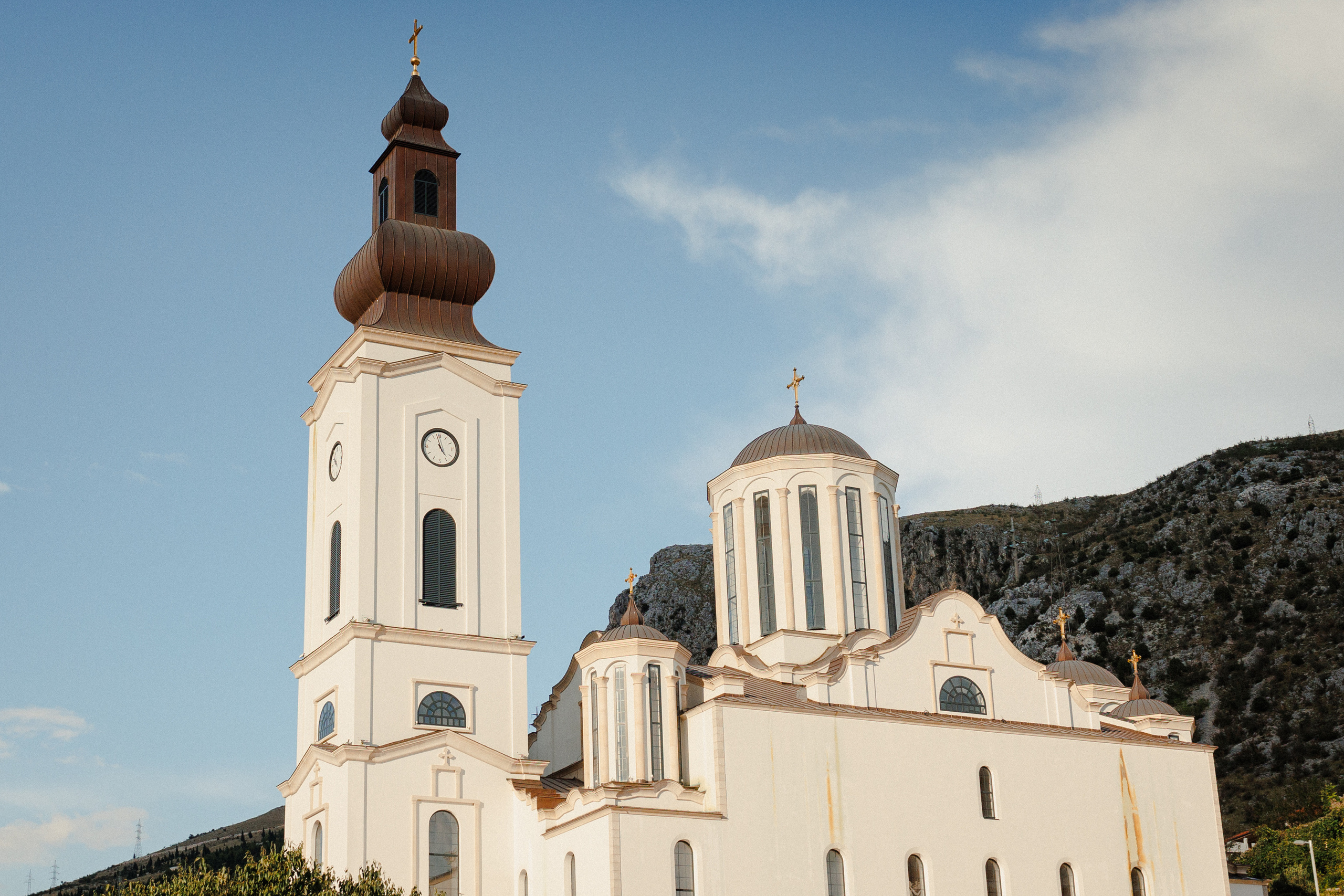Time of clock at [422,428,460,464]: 4:57
